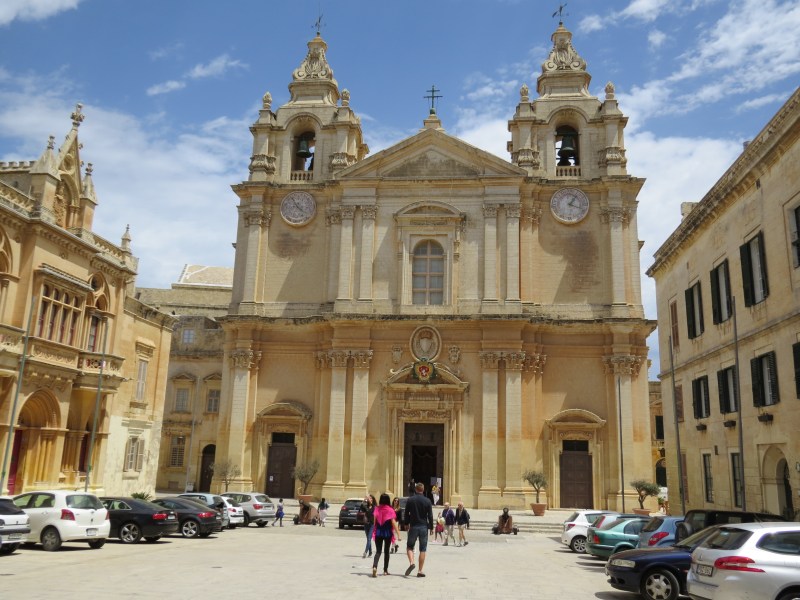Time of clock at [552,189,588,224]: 1:18
